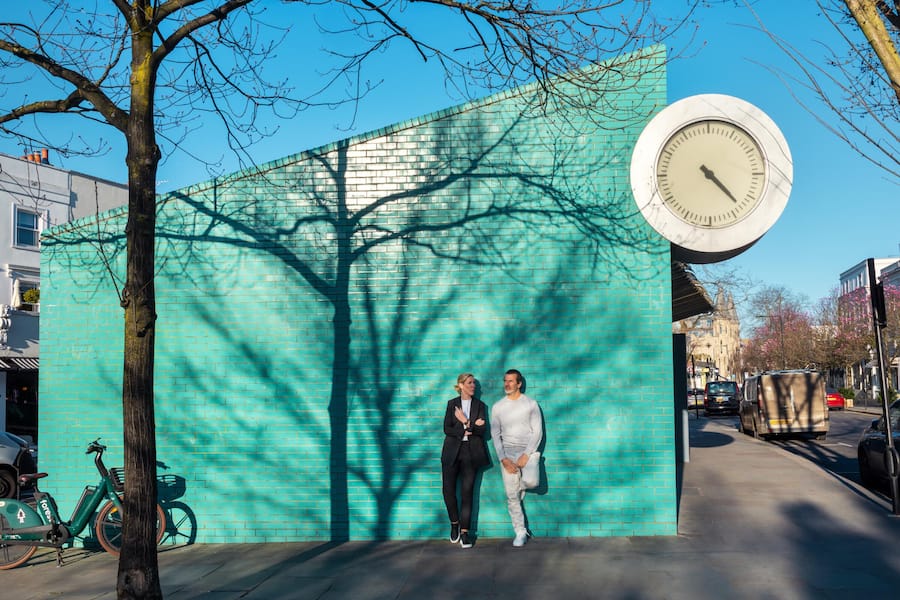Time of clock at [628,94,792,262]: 4:22
